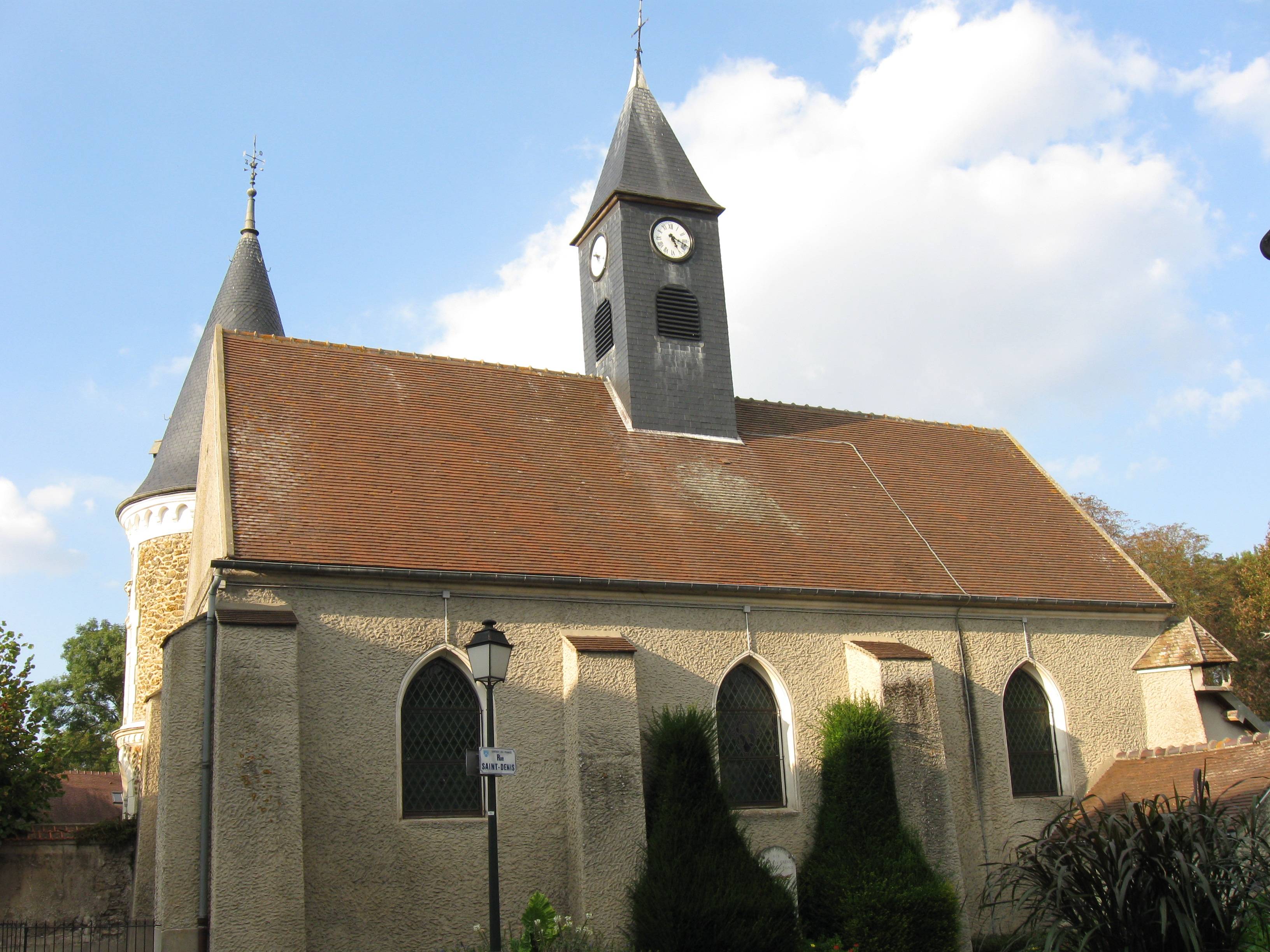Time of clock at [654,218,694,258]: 5:18
